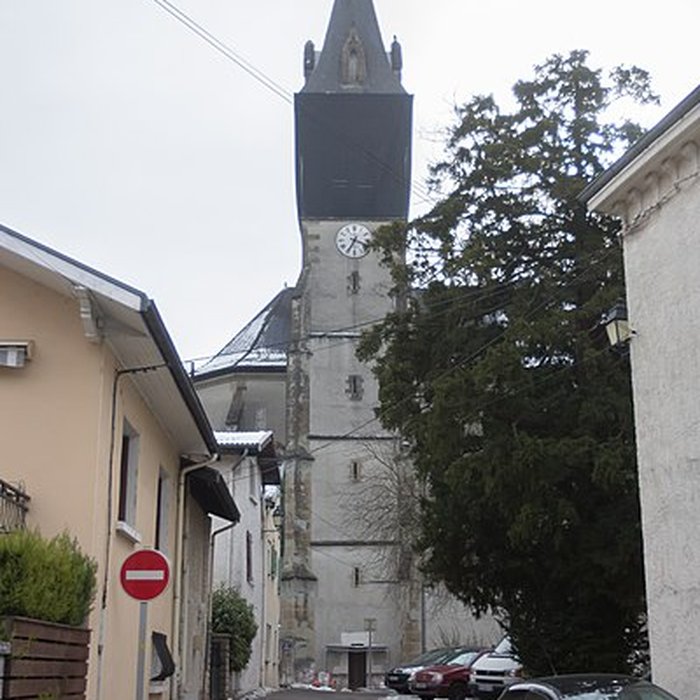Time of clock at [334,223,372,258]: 3:34
